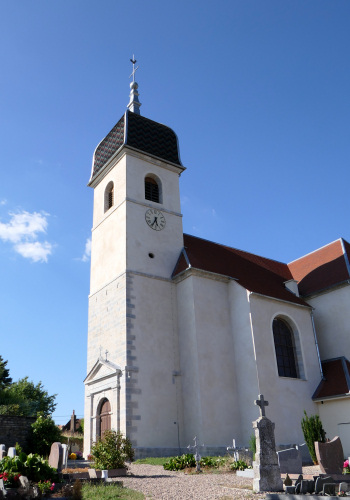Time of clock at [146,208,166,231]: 5:34
